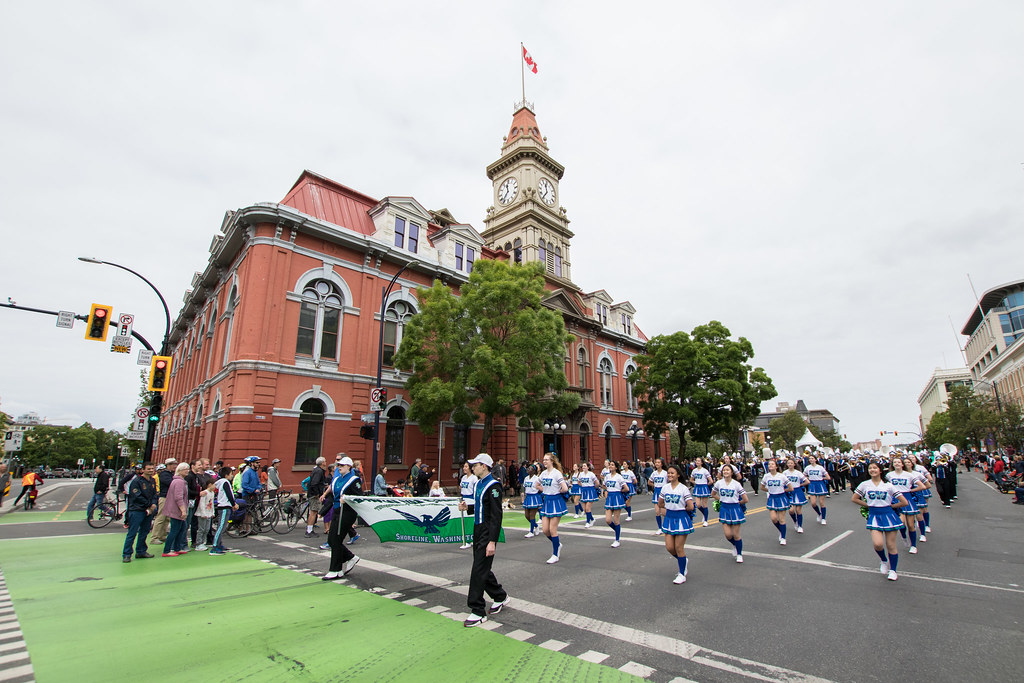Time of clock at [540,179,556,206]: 11:36
